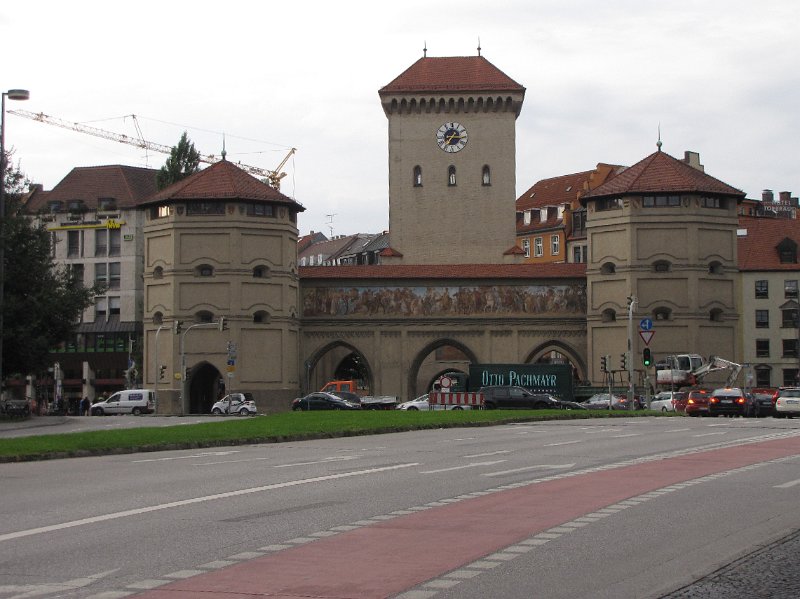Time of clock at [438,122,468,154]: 7:15
